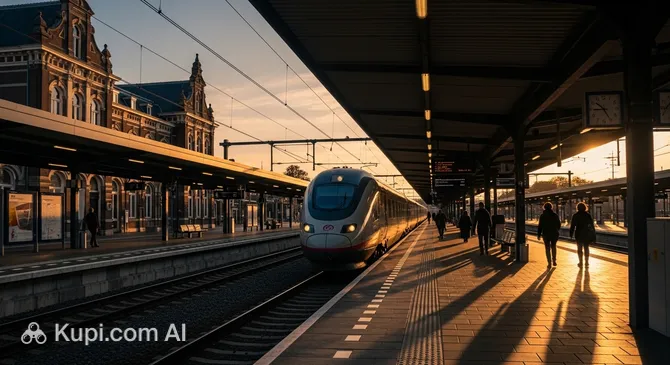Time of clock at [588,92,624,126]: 10:25
